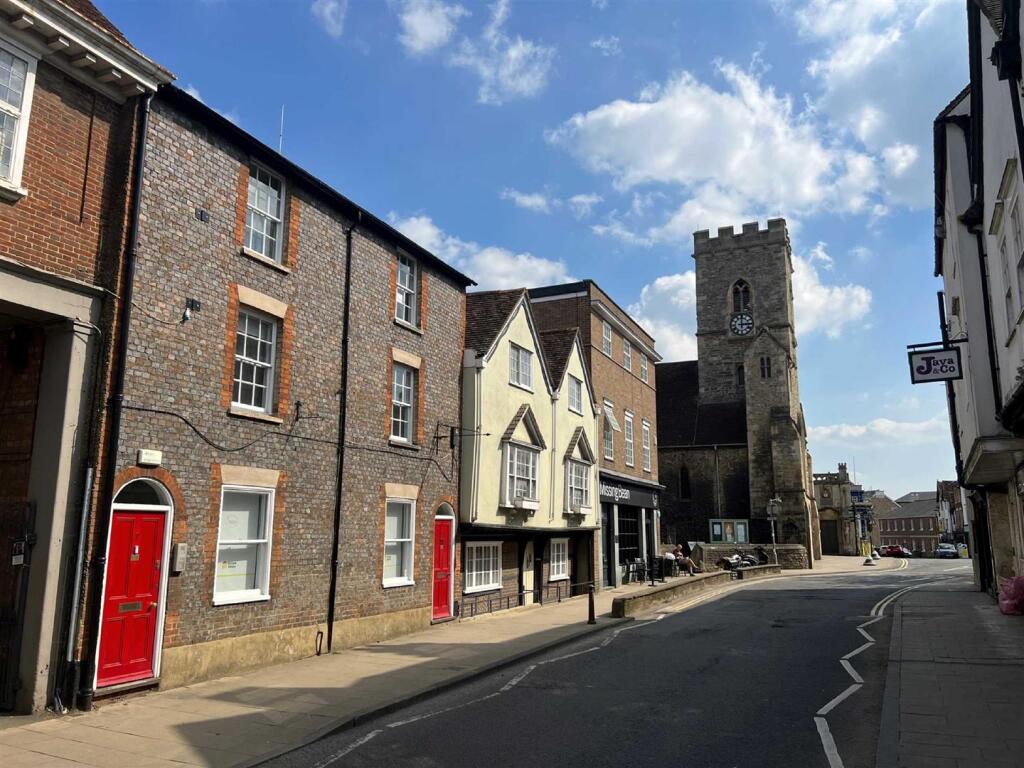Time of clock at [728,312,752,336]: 3:00
